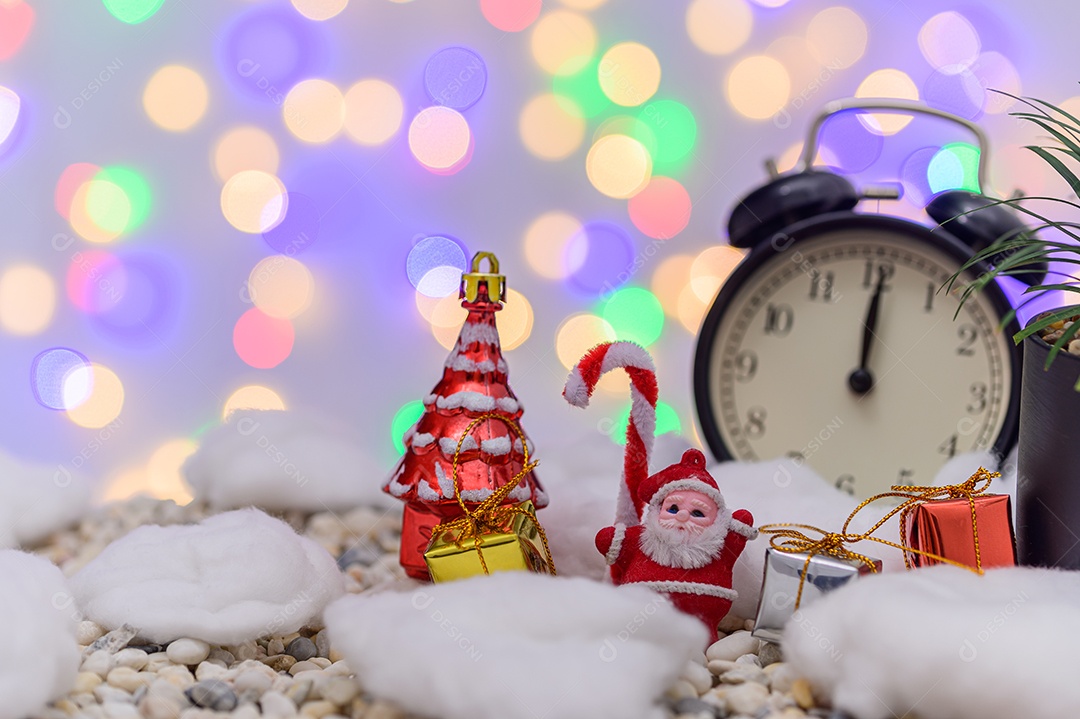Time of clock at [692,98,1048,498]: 12:00
